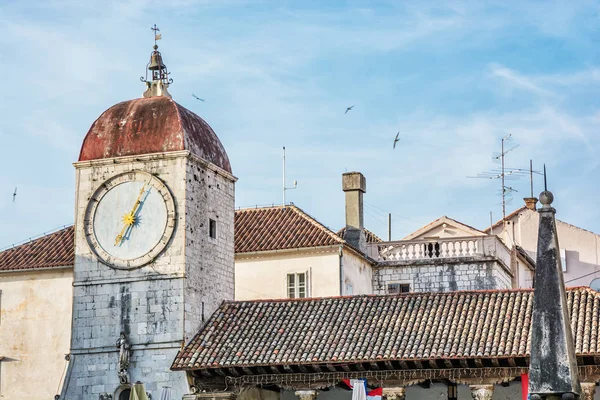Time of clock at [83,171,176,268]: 7:04
